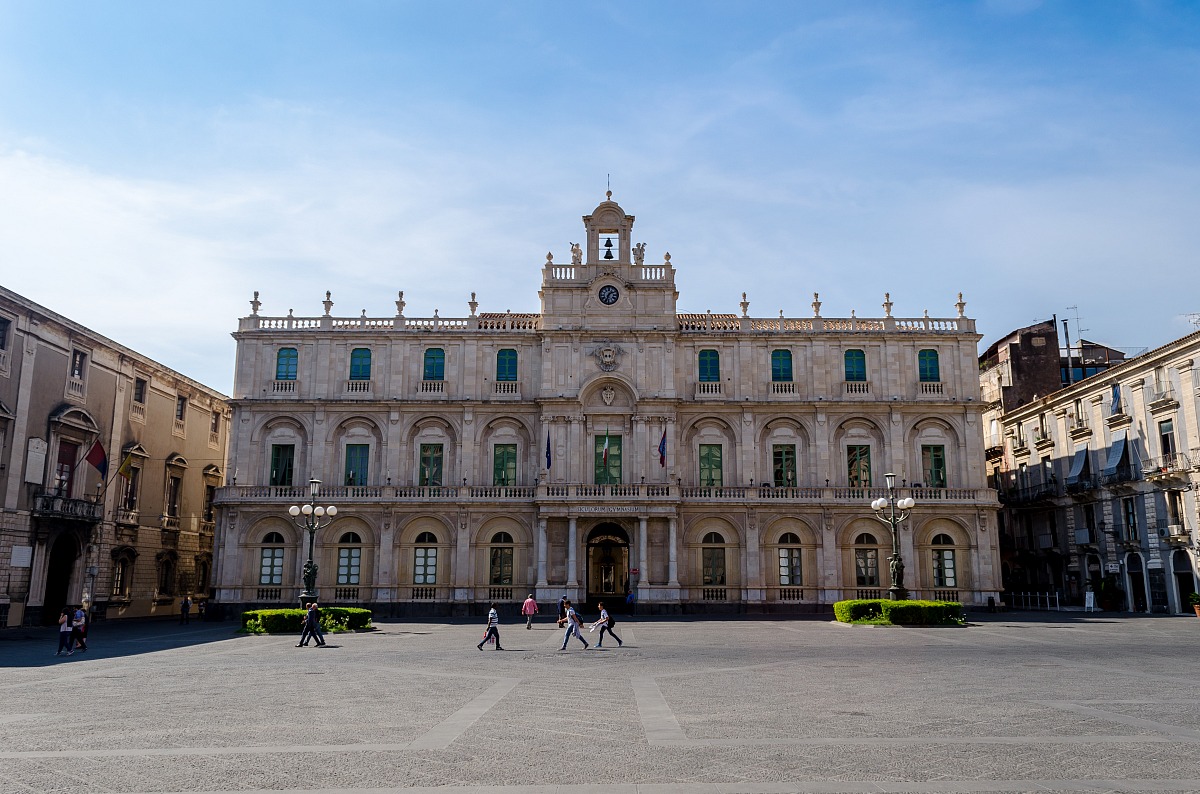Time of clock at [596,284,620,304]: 1:33
